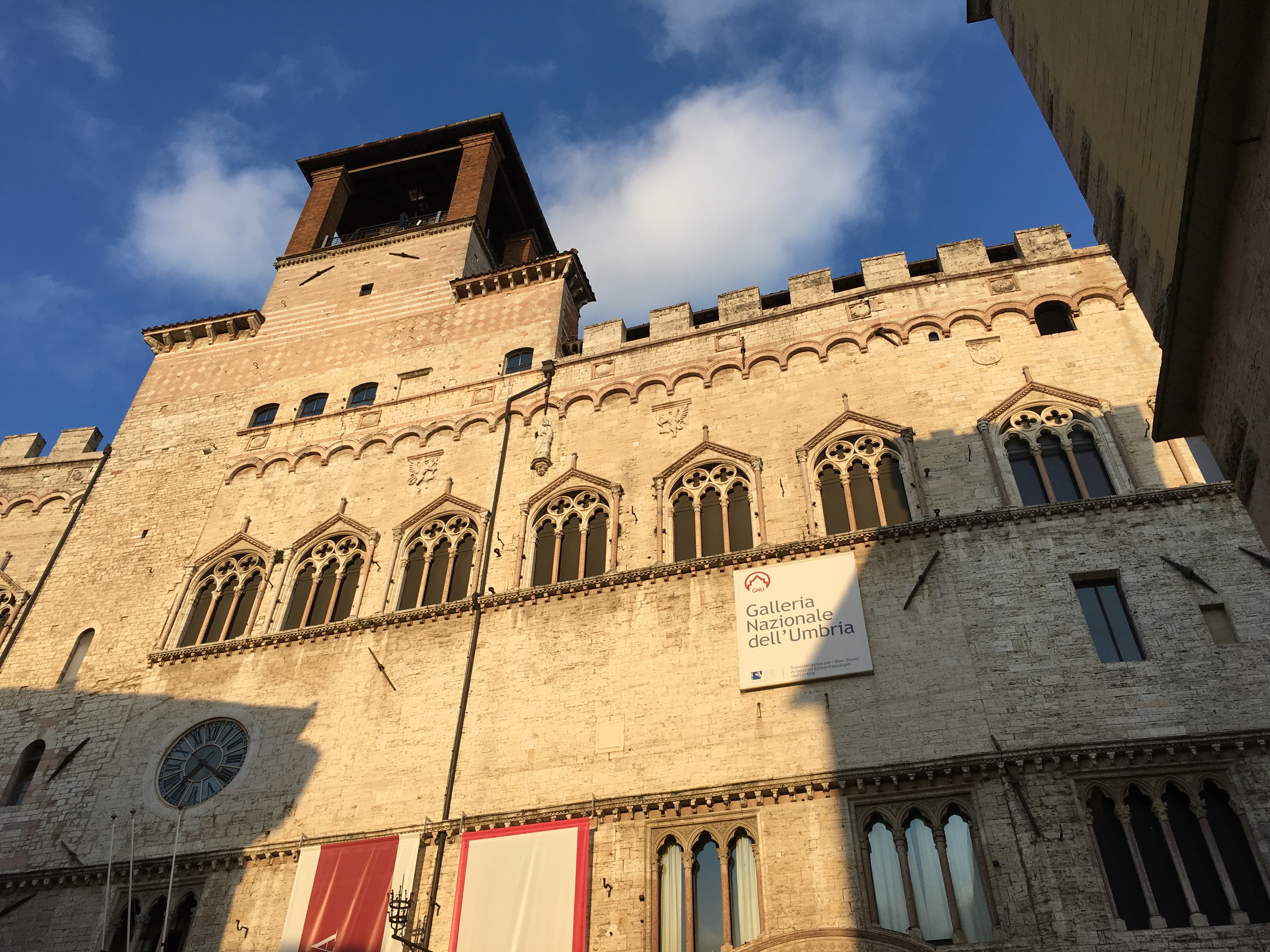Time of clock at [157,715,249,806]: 7:20
